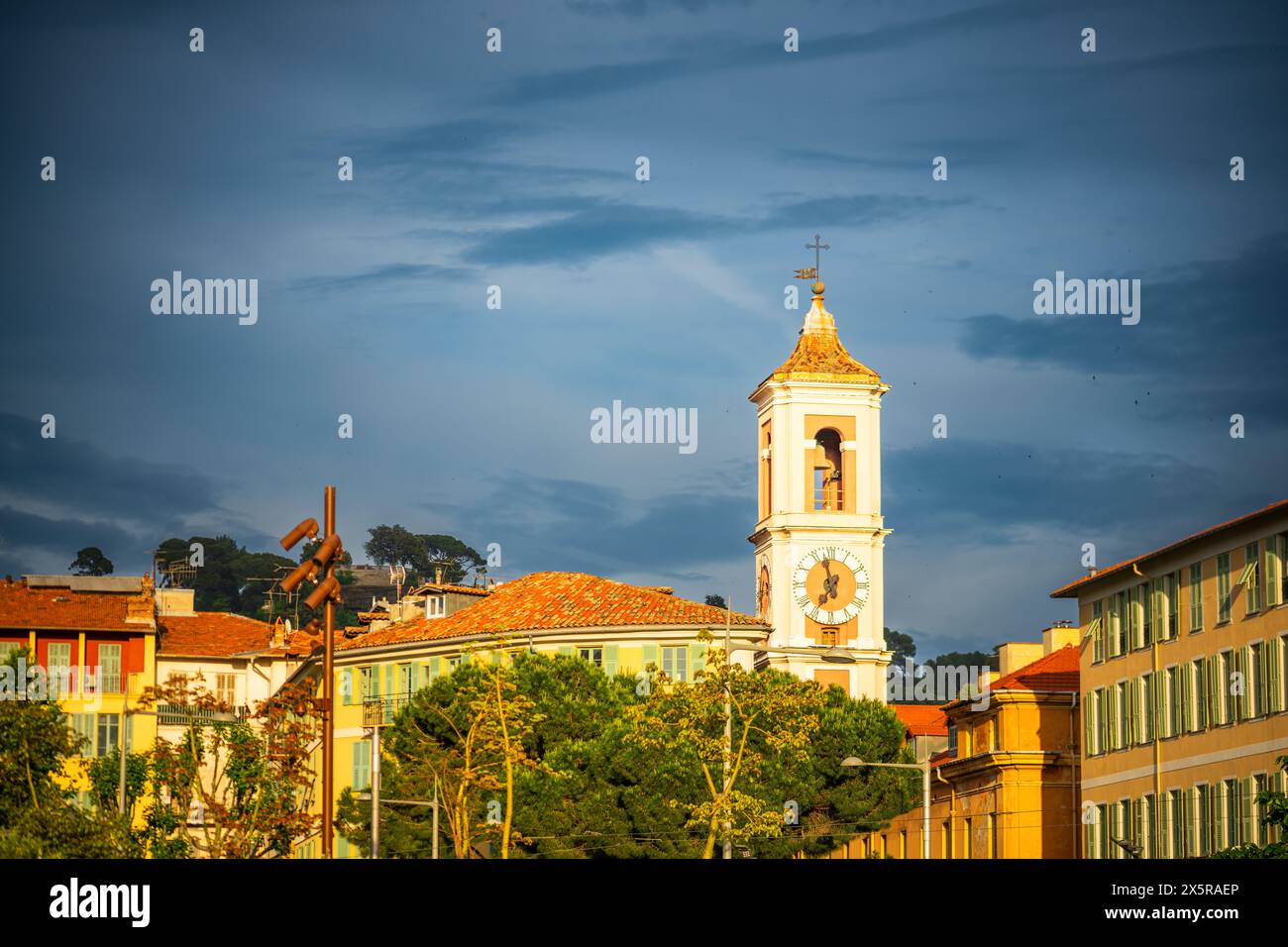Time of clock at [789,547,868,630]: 11:35
